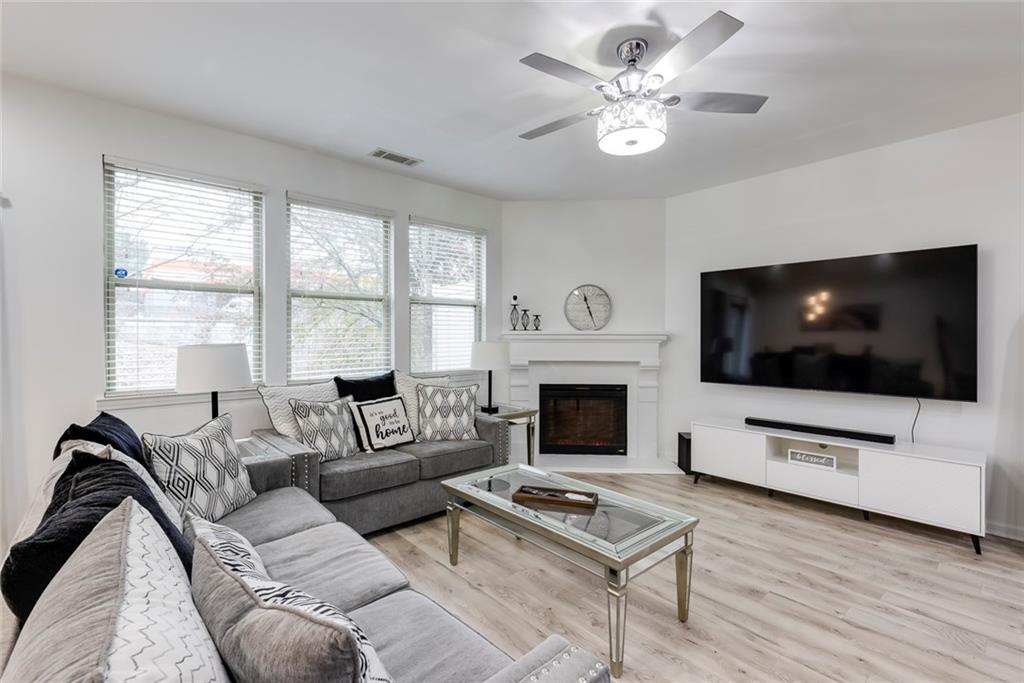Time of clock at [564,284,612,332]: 11:26
